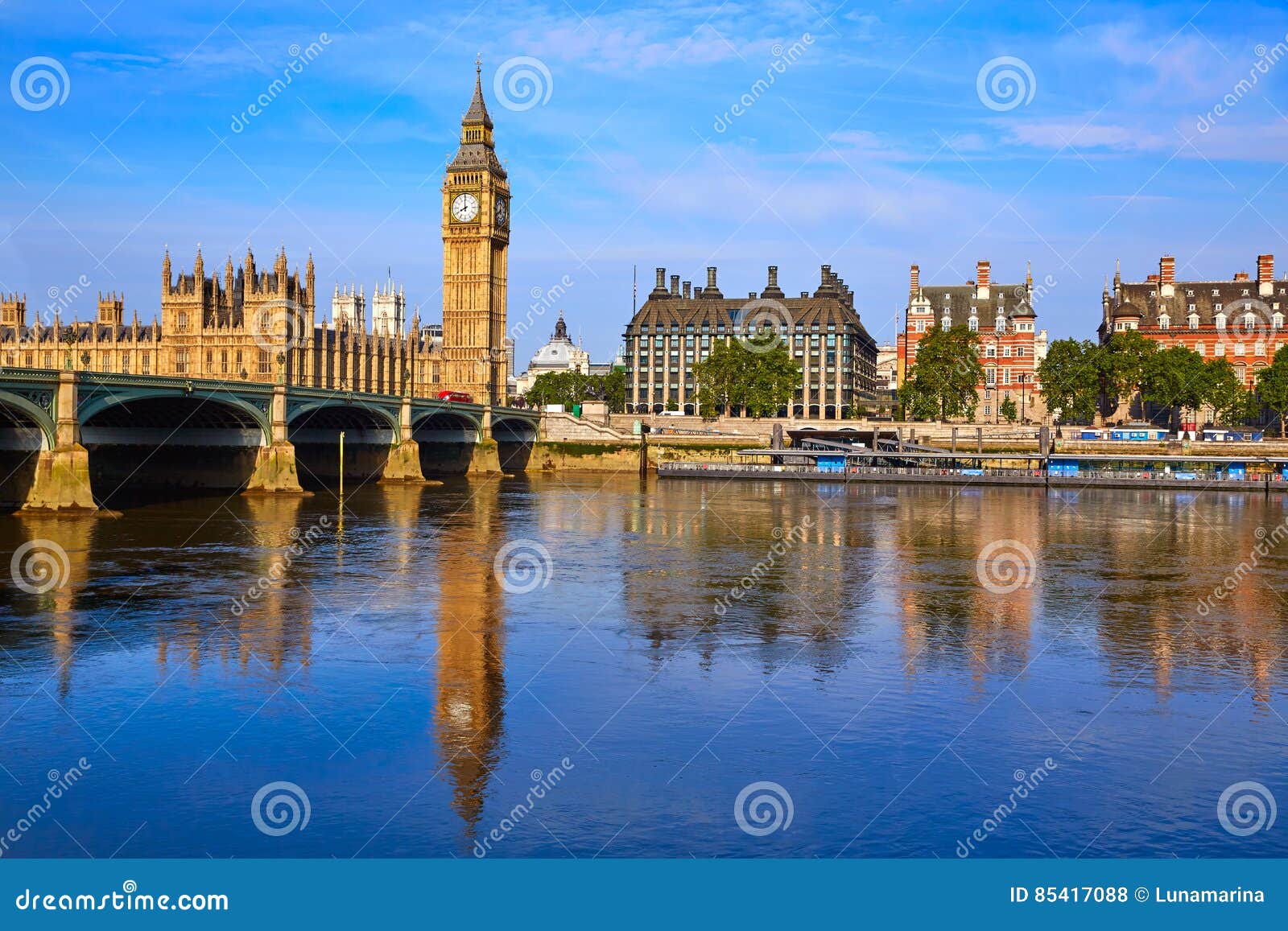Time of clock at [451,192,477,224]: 7:59
